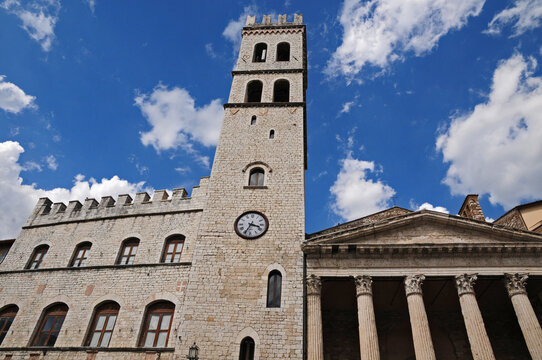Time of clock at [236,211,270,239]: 3:34
